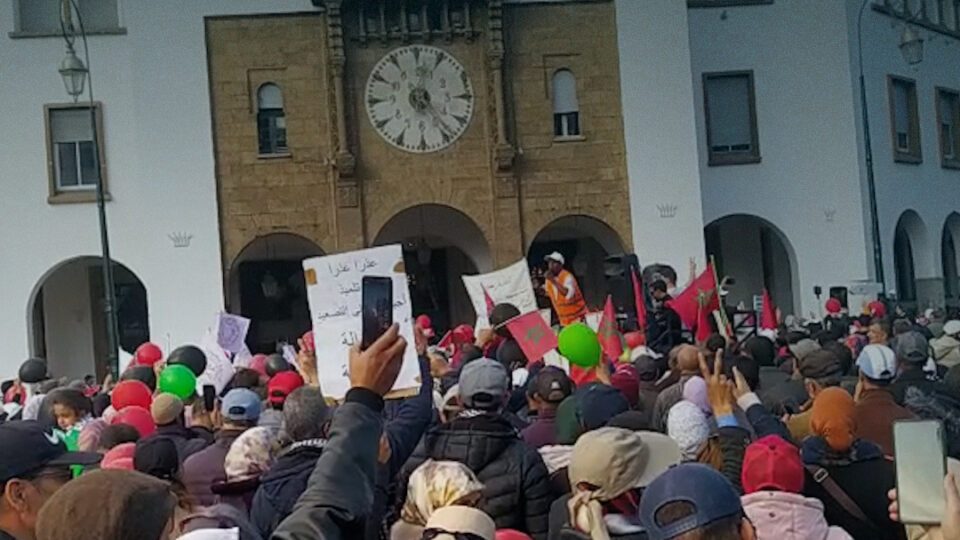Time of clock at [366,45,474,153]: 12:23
